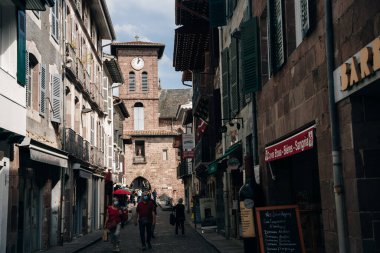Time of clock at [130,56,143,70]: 1:01
